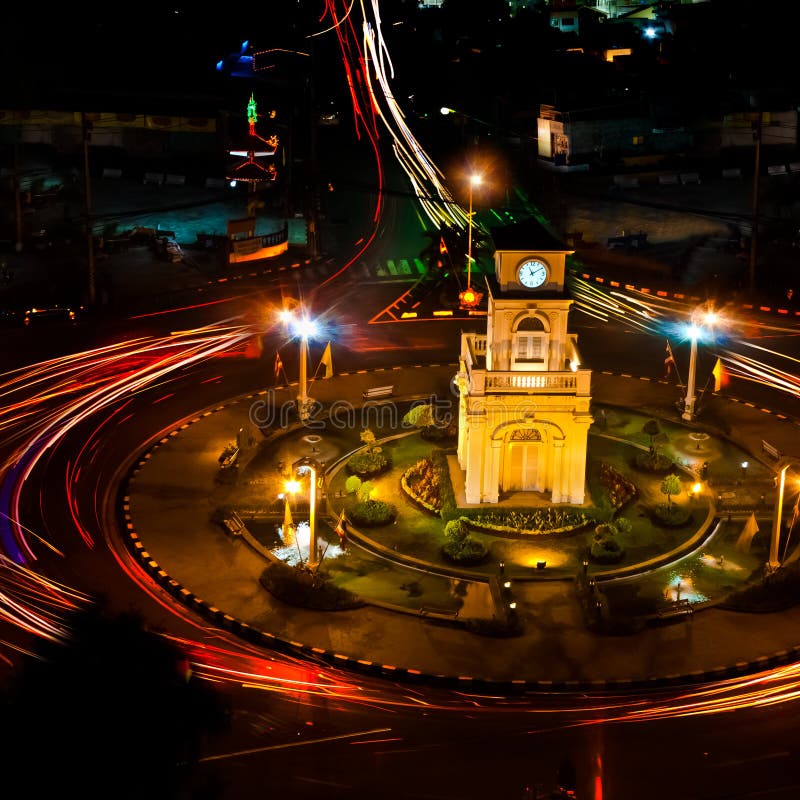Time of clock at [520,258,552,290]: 11:09
